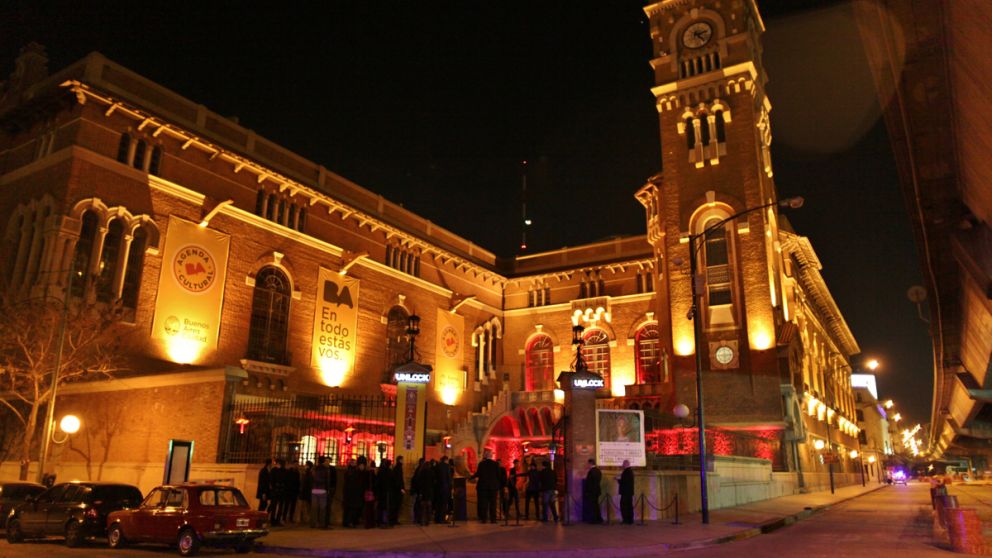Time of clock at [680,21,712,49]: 2:21
